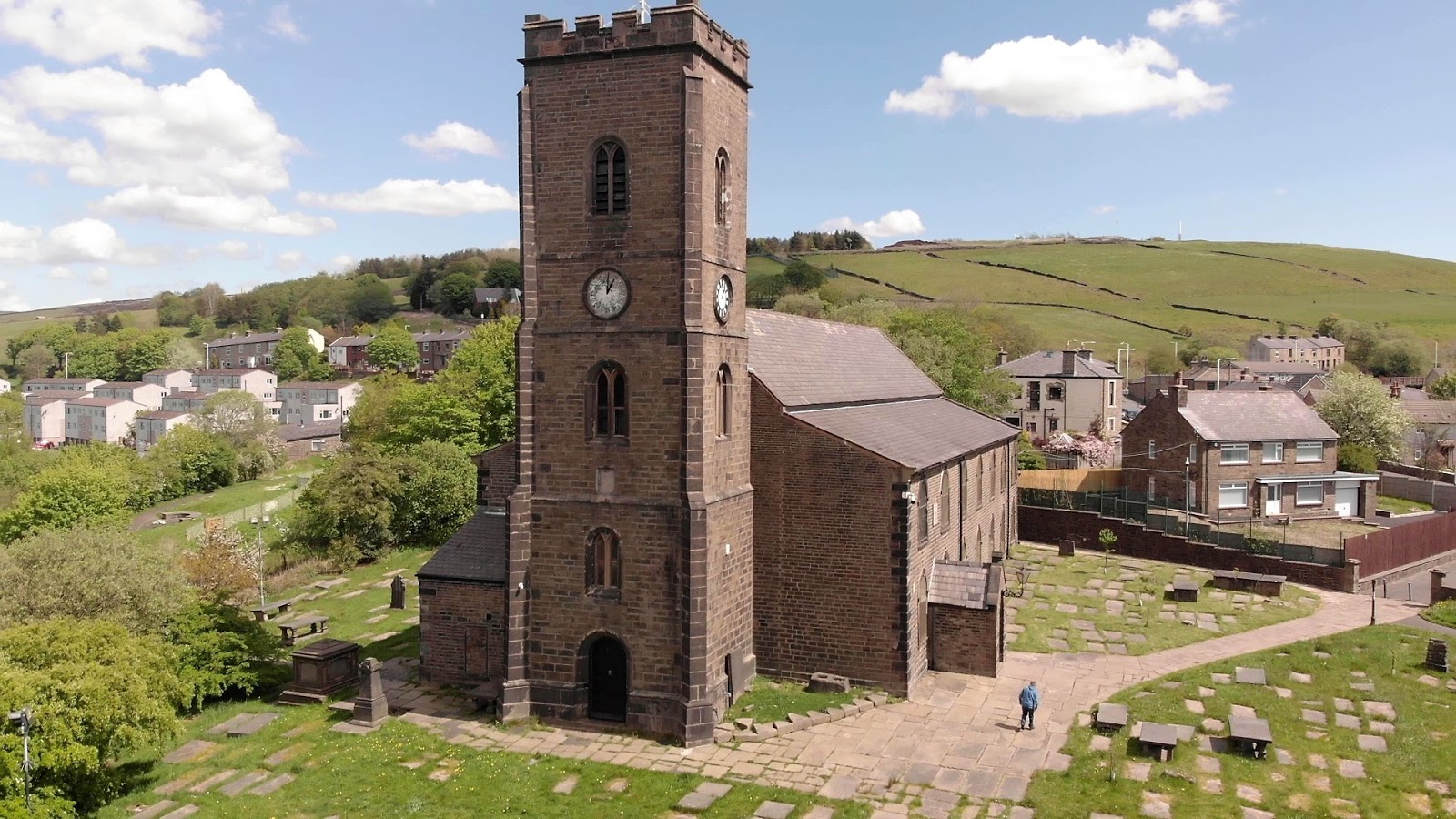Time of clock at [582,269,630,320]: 1:00
